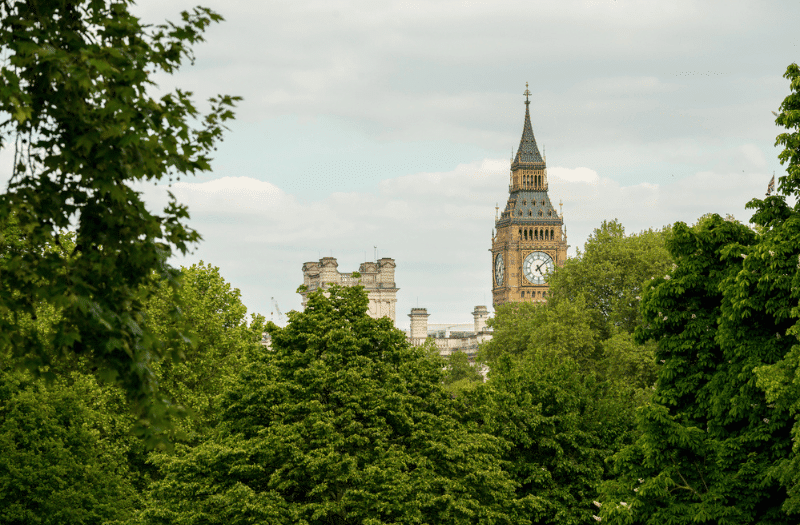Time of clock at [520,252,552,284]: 5:07
